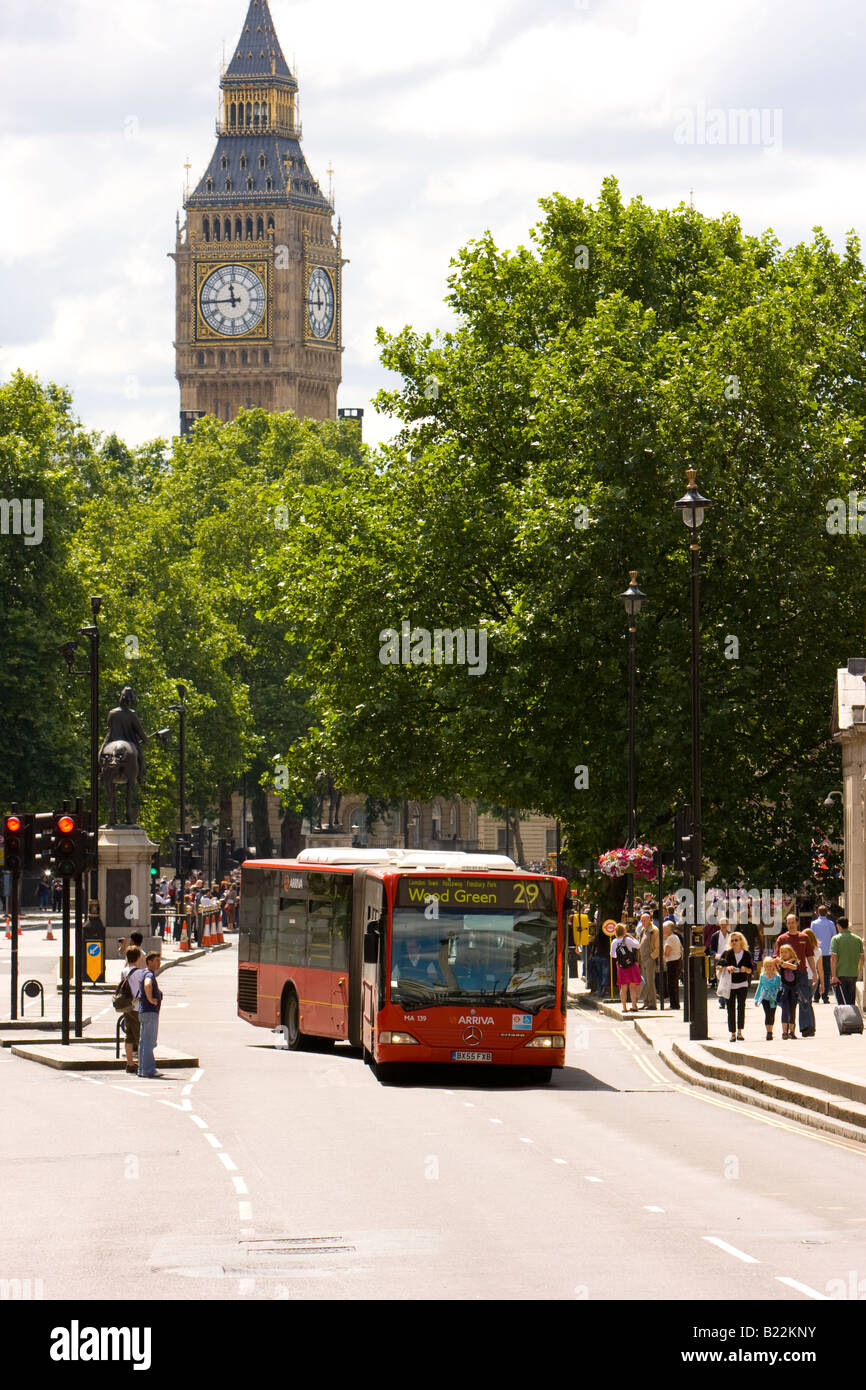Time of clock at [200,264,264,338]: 11:44
